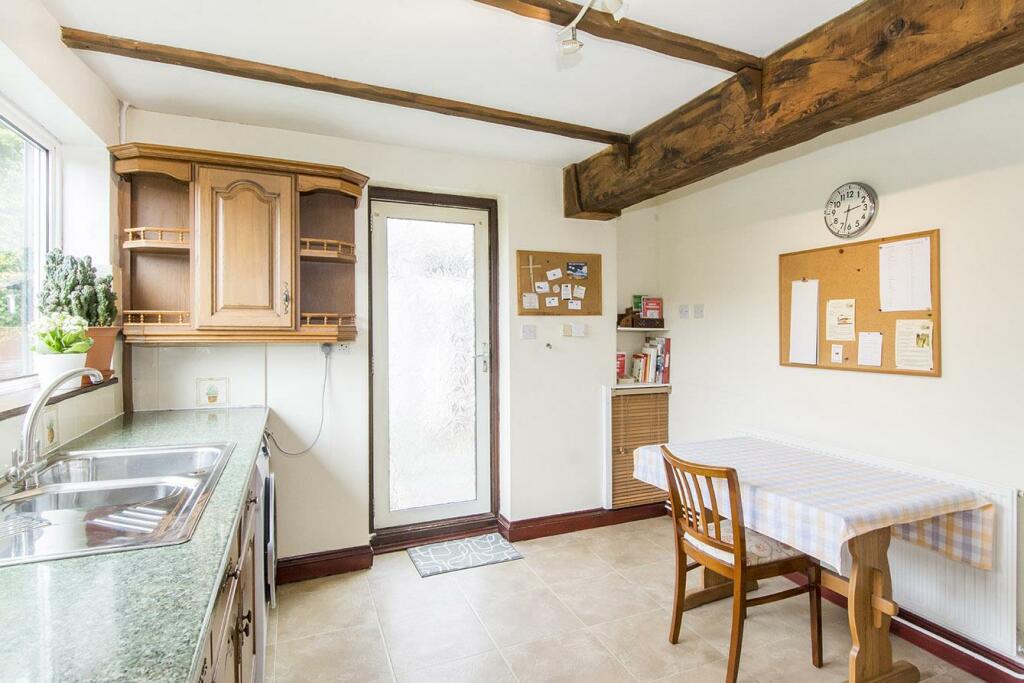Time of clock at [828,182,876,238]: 2:32
